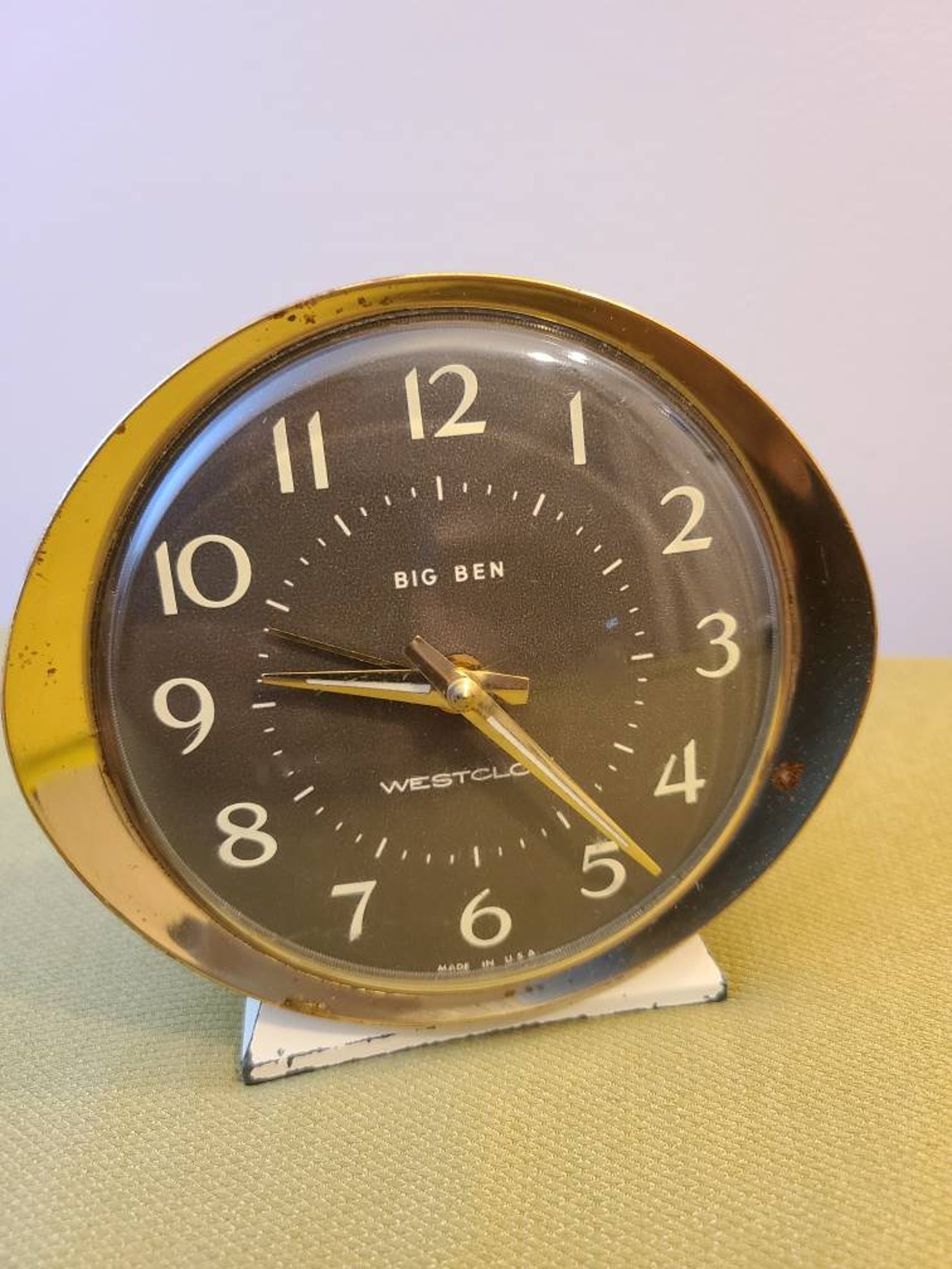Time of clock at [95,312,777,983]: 9:23
